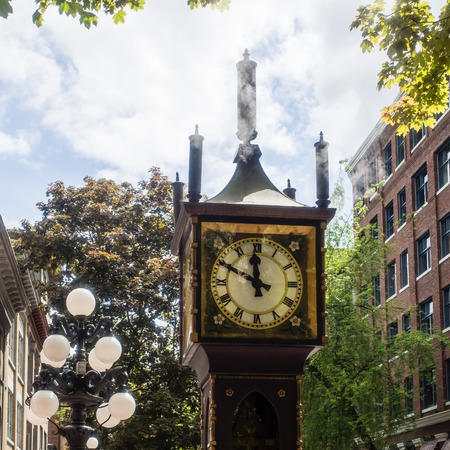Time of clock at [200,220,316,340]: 11:49
